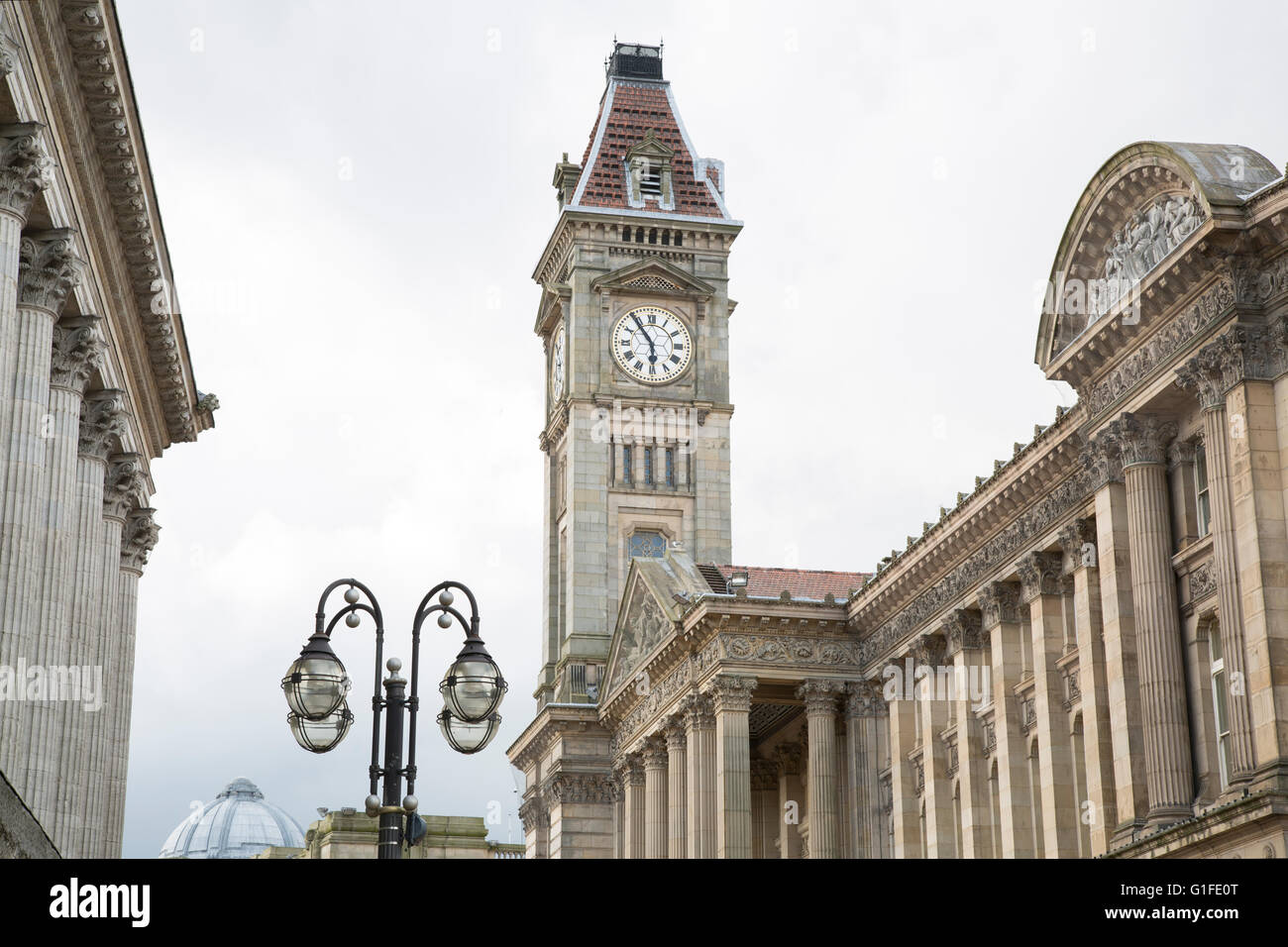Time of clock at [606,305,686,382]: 5:54
